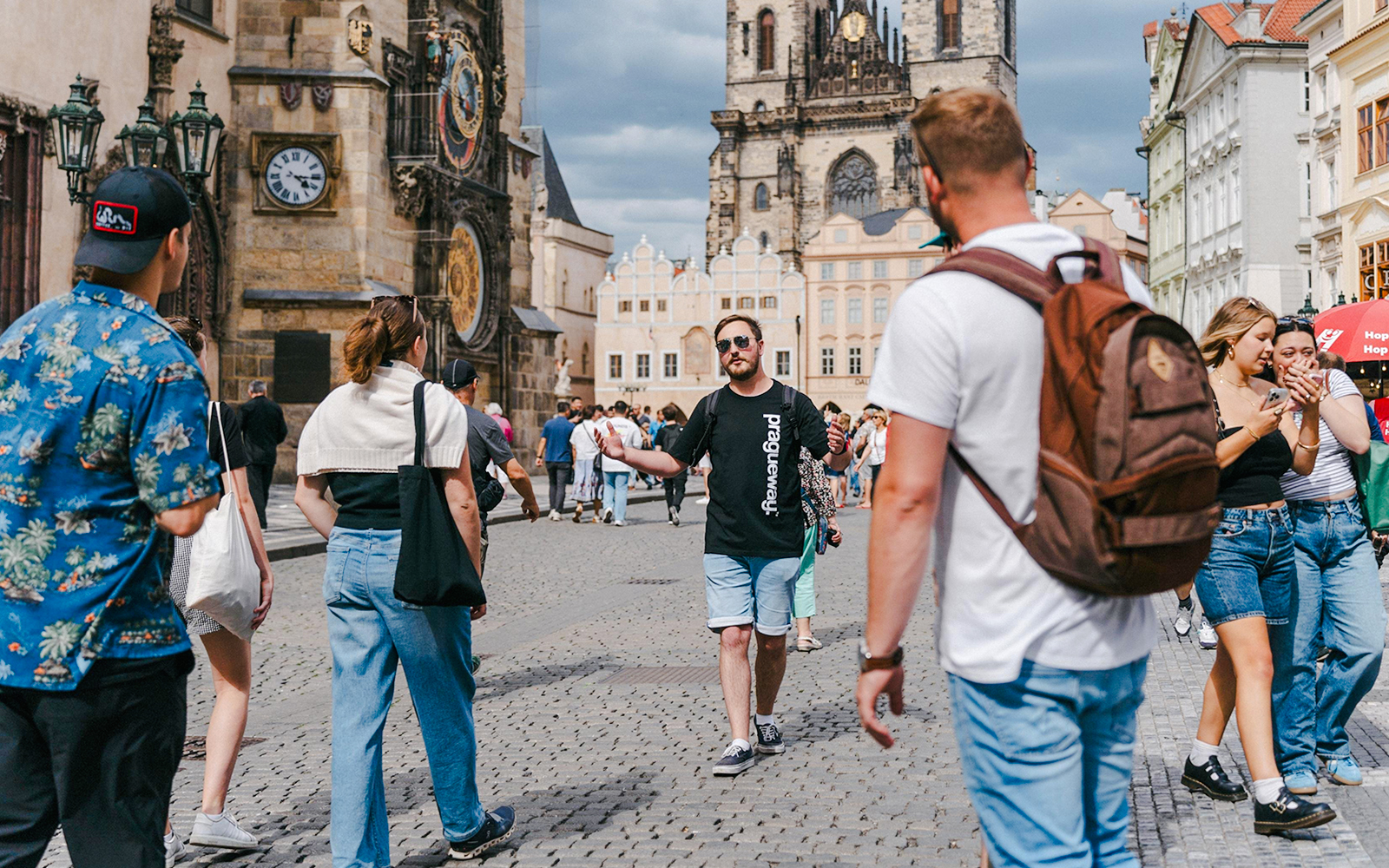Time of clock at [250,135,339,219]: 4:15
